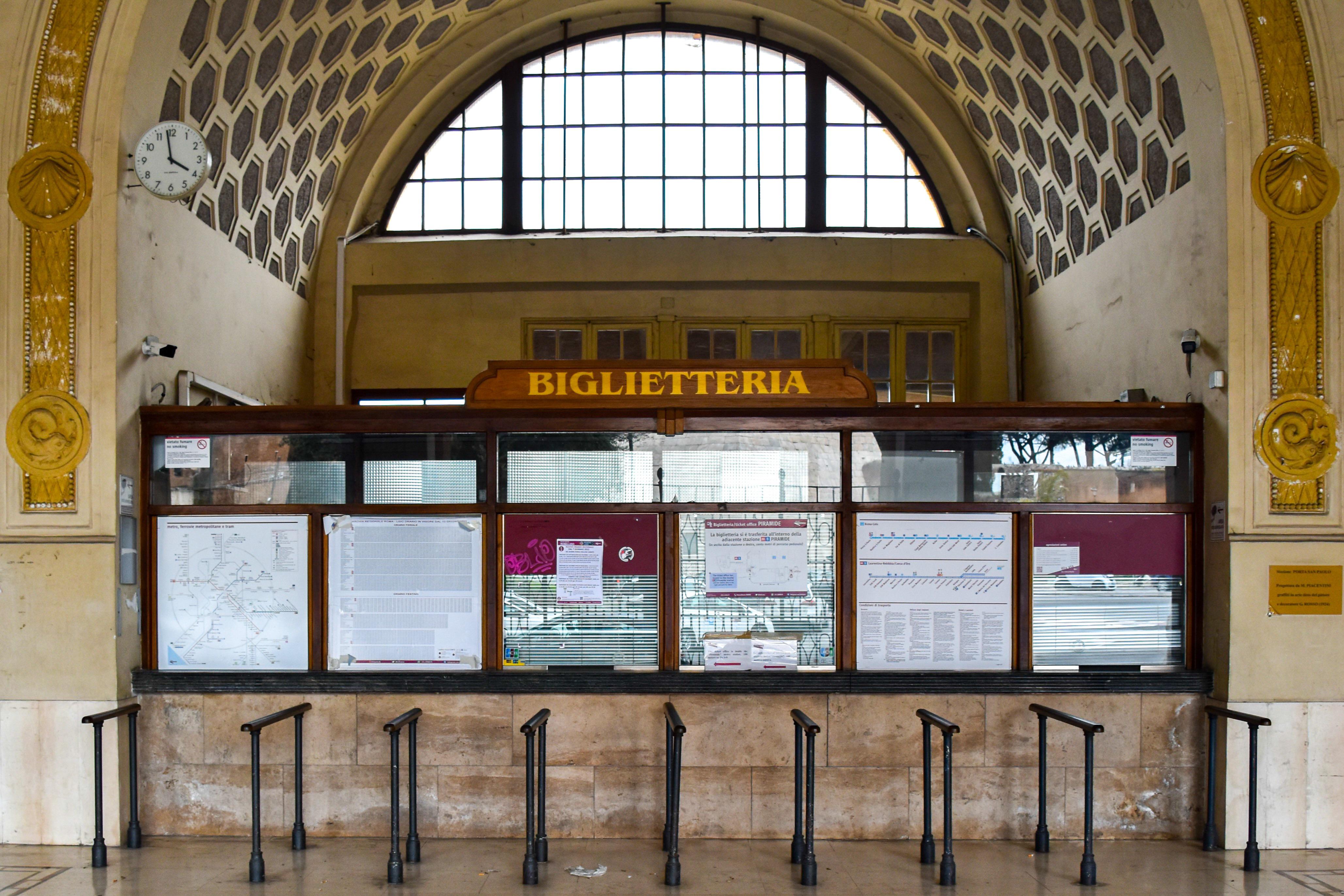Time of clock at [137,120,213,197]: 3:58
